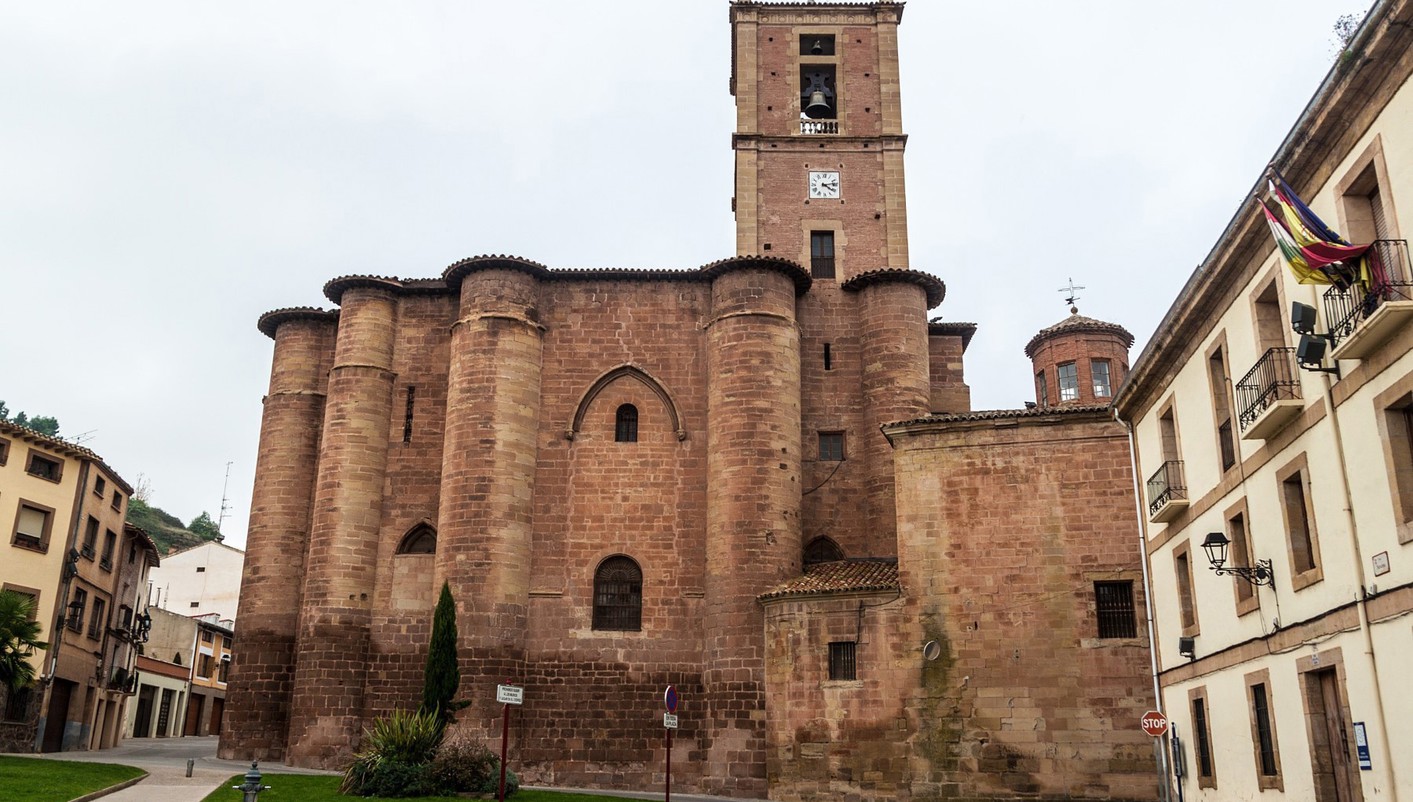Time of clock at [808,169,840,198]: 4:13
